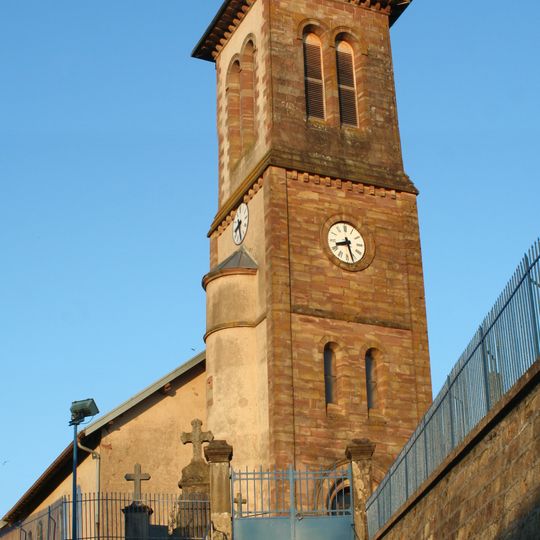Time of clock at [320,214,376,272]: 8:27
